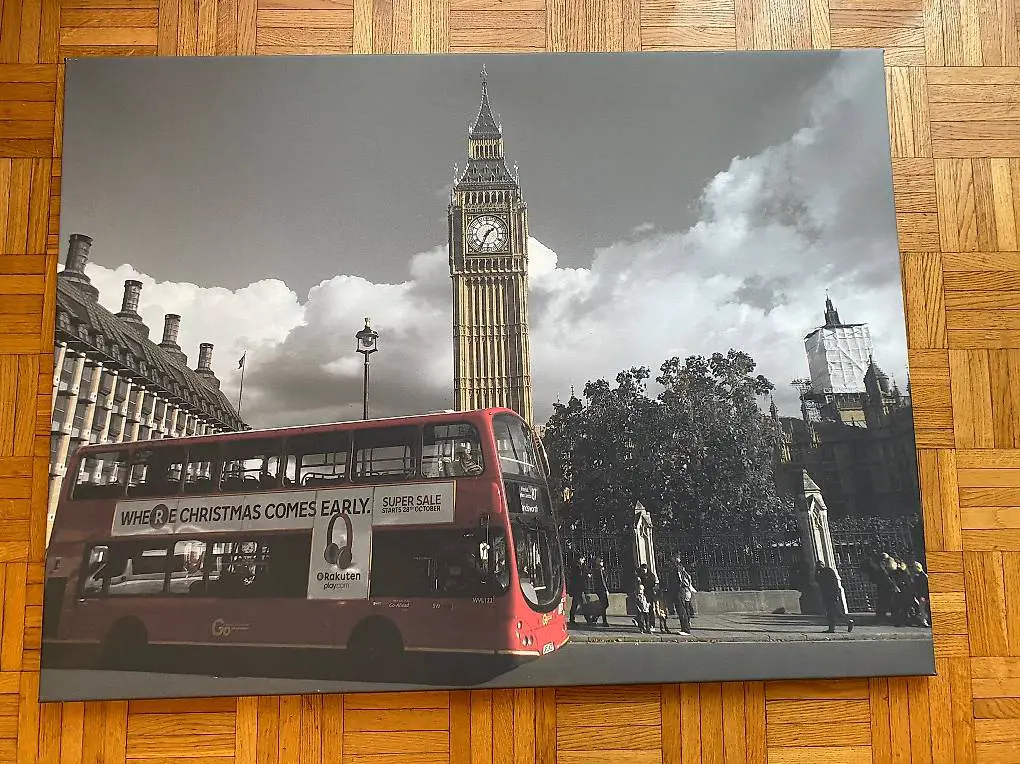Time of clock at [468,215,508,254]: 1:34
